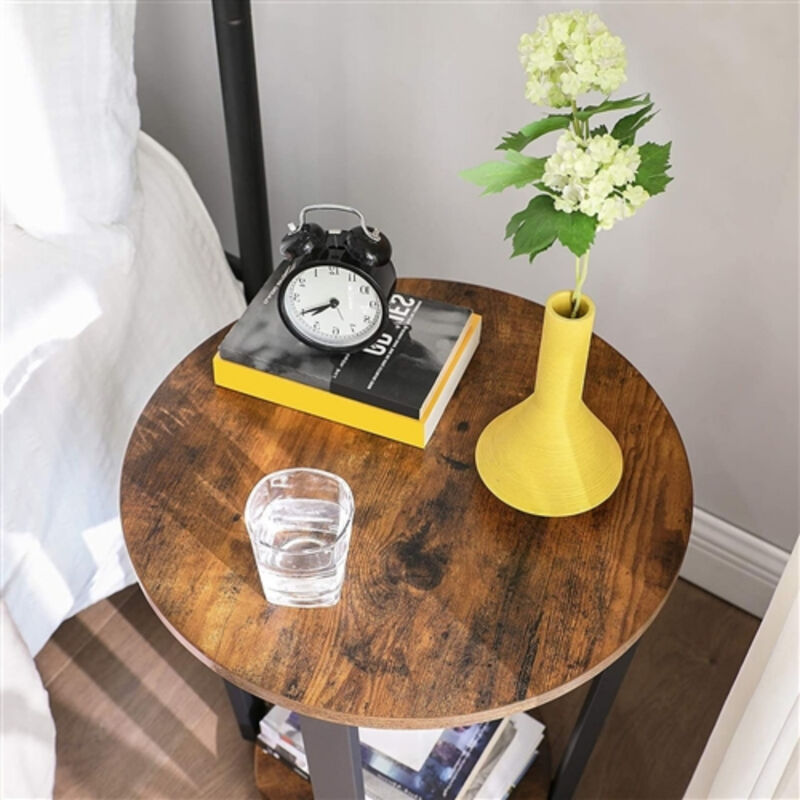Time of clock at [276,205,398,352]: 7:40
